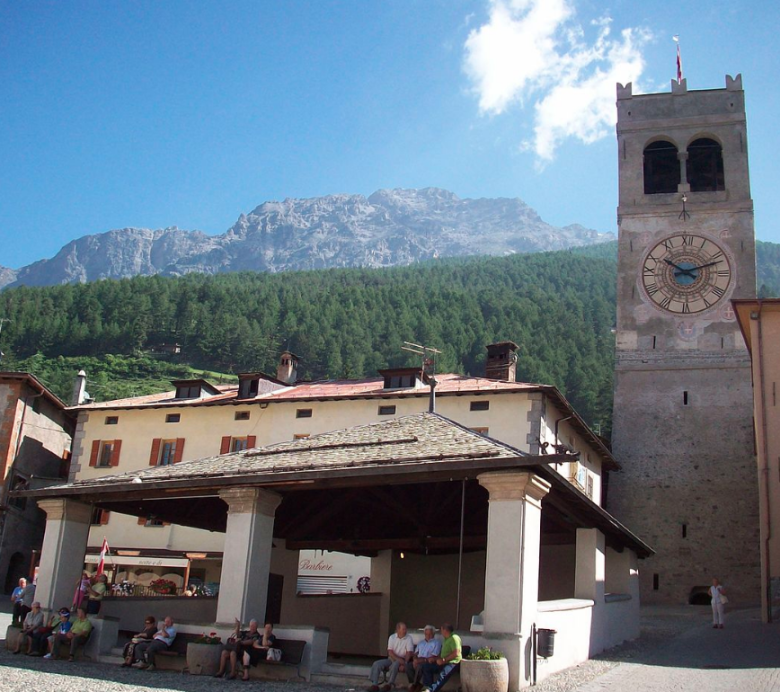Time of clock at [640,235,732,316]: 10:11
